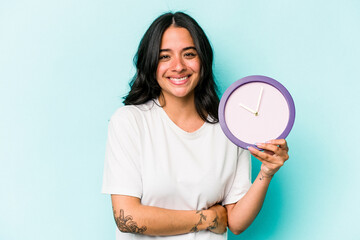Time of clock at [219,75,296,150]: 10:00
